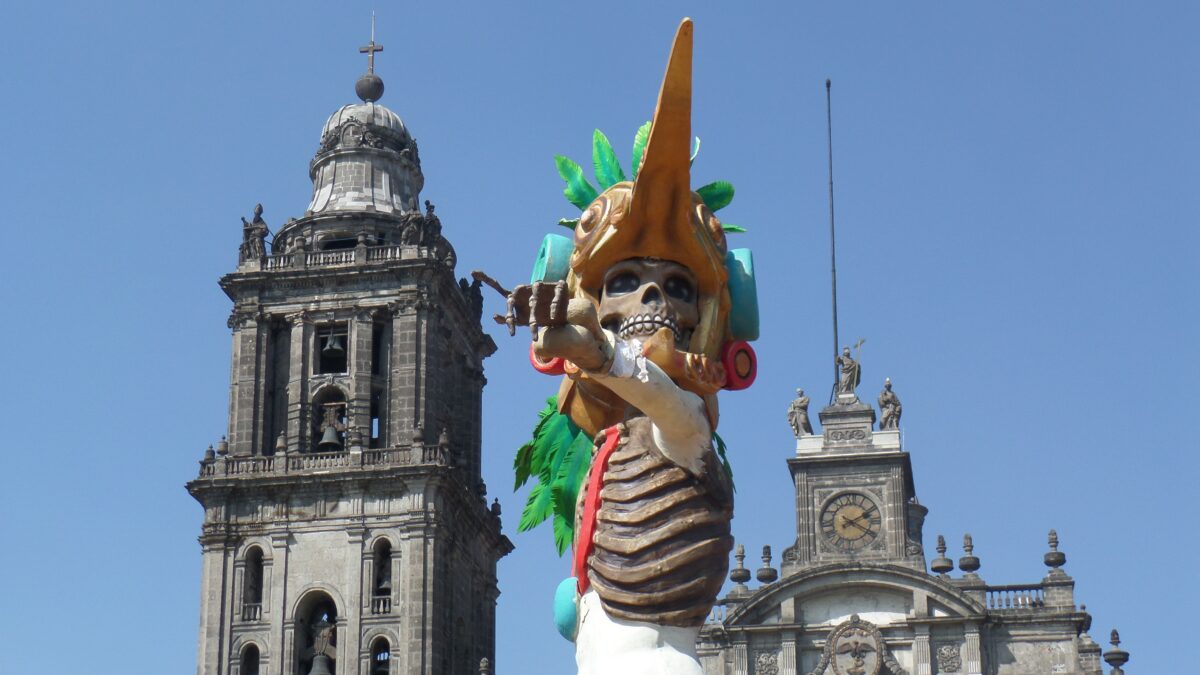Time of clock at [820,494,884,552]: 2:19
